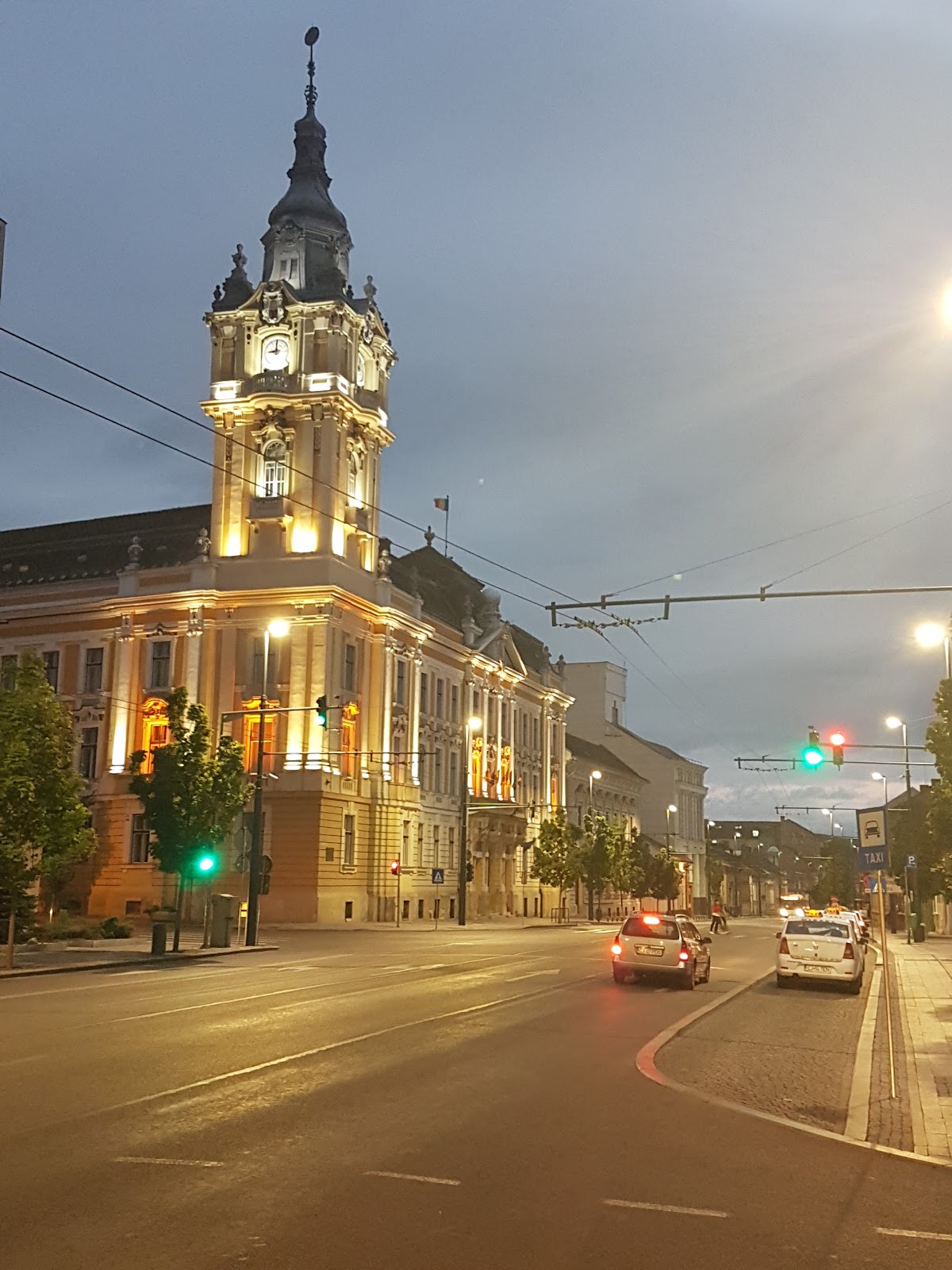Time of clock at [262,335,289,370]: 9:00
